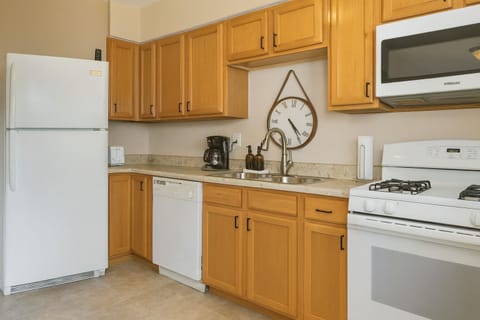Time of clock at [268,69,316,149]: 4:23
